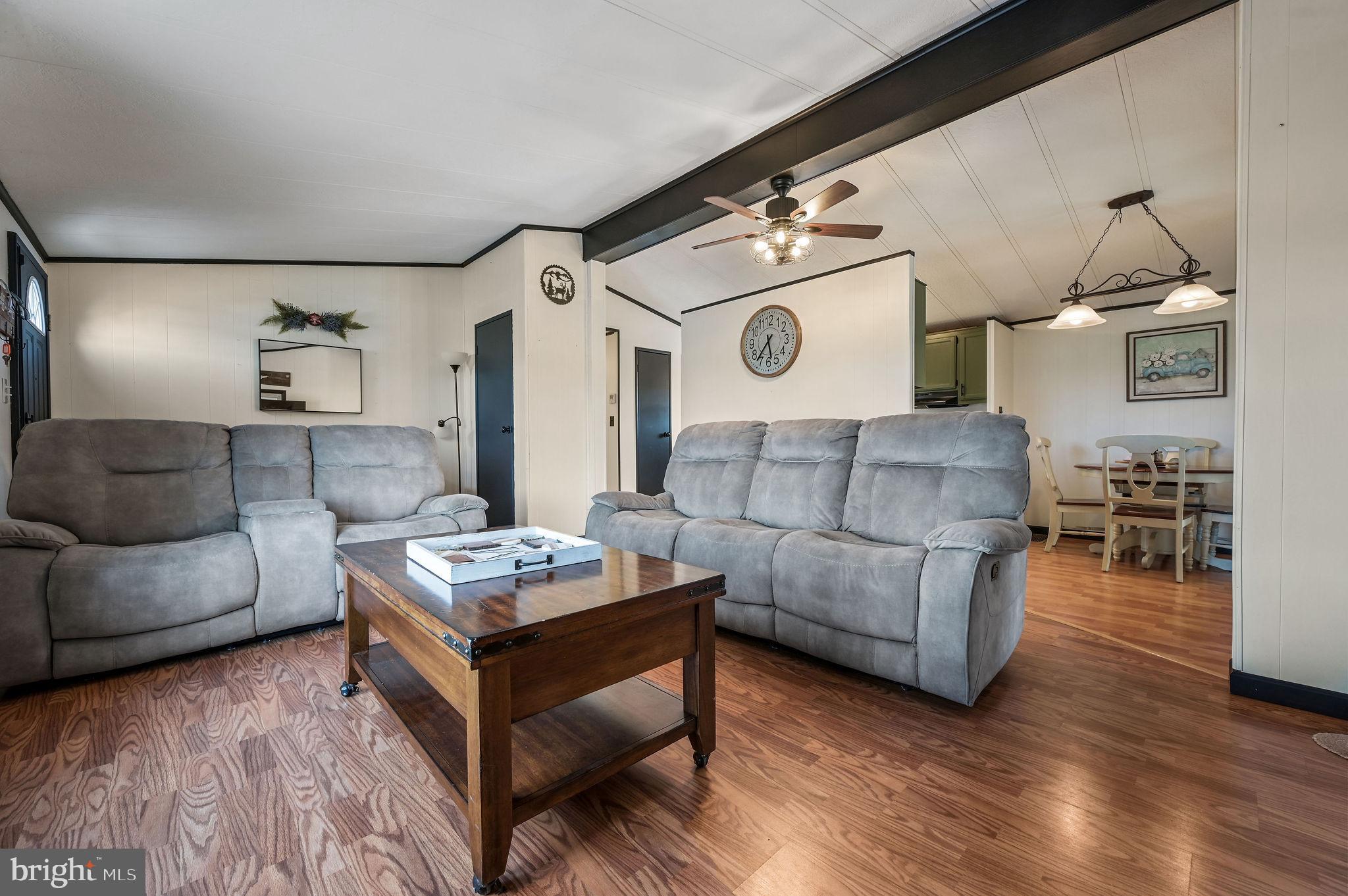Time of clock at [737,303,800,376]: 5:36
